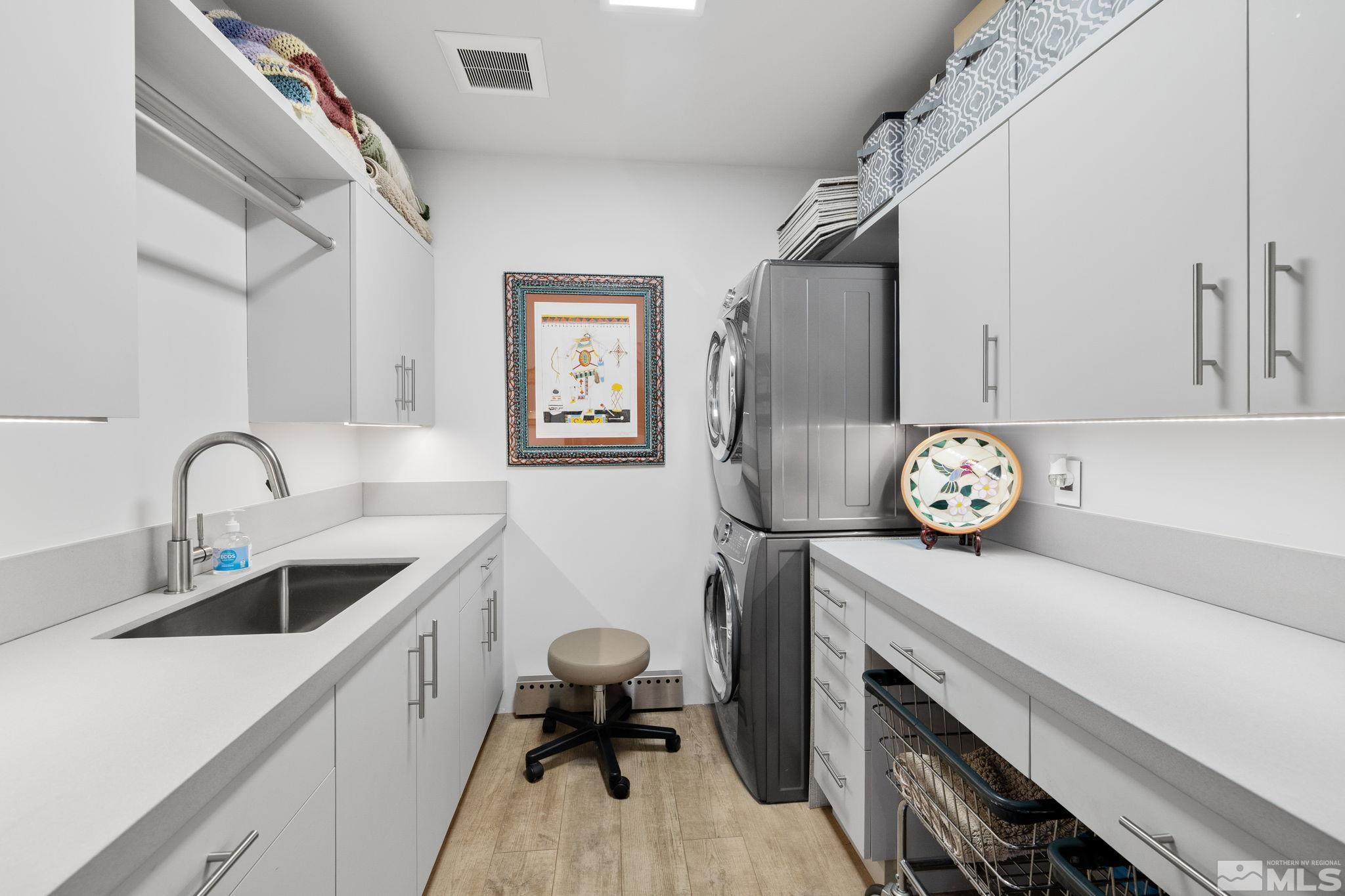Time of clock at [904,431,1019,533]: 3:52
